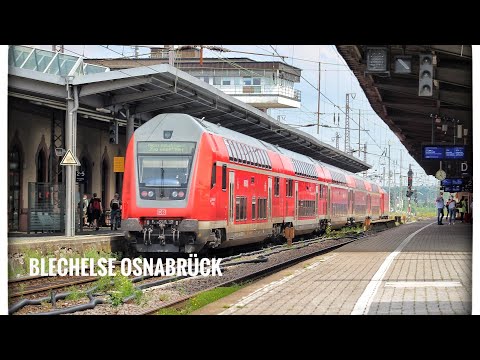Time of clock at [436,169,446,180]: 12:23
